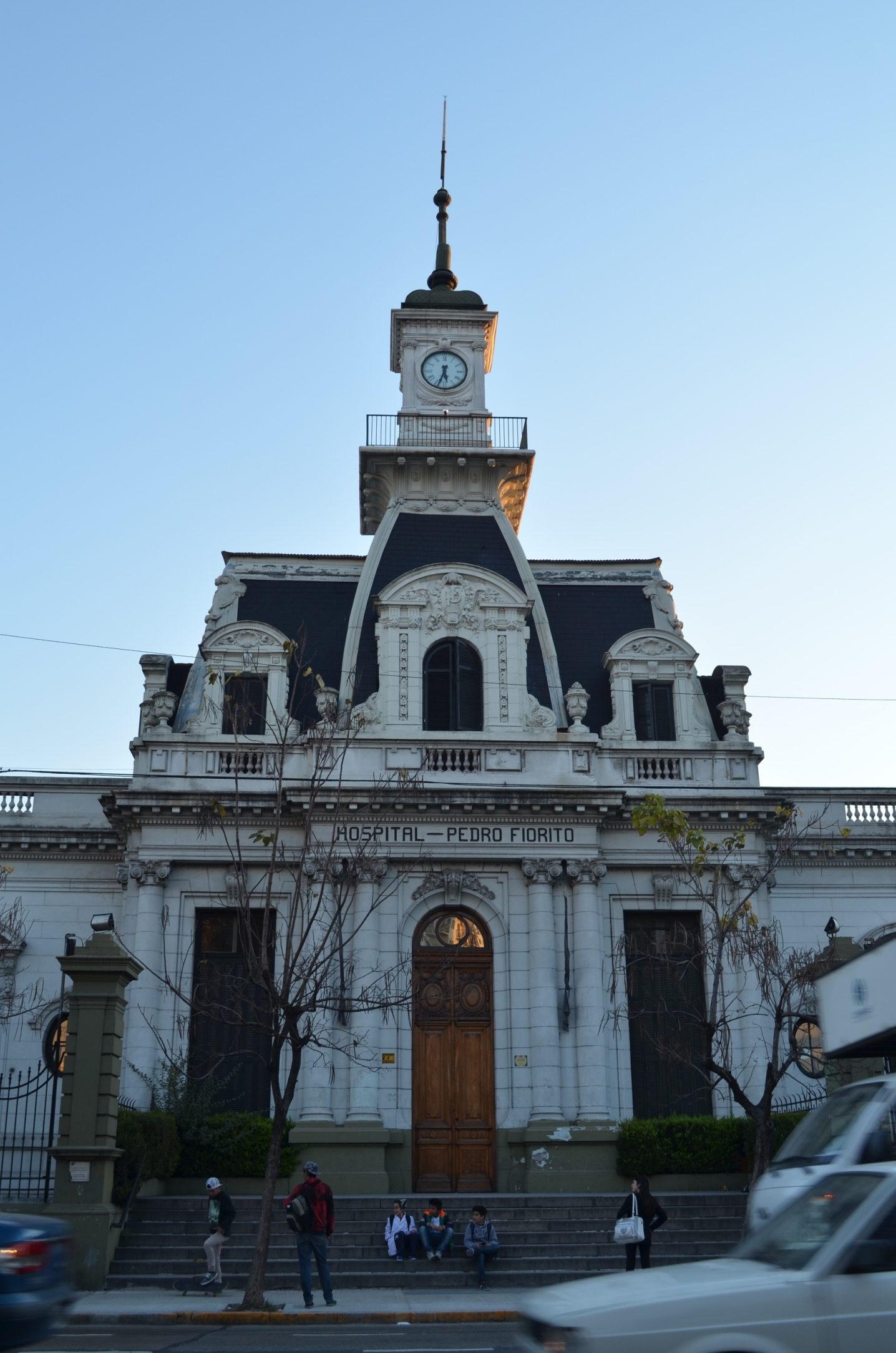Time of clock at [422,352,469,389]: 5:33
